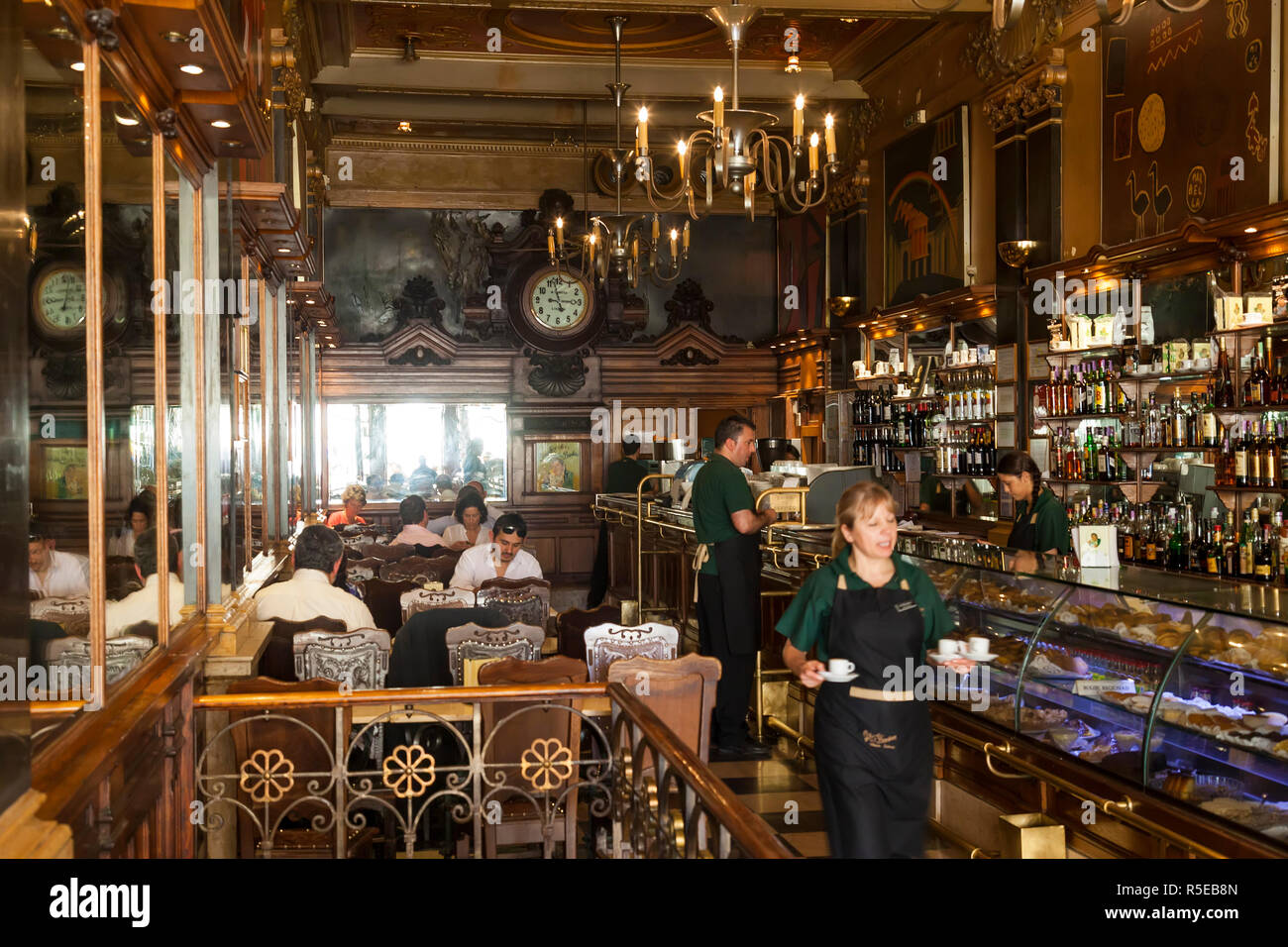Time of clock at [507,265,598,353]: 2:57
